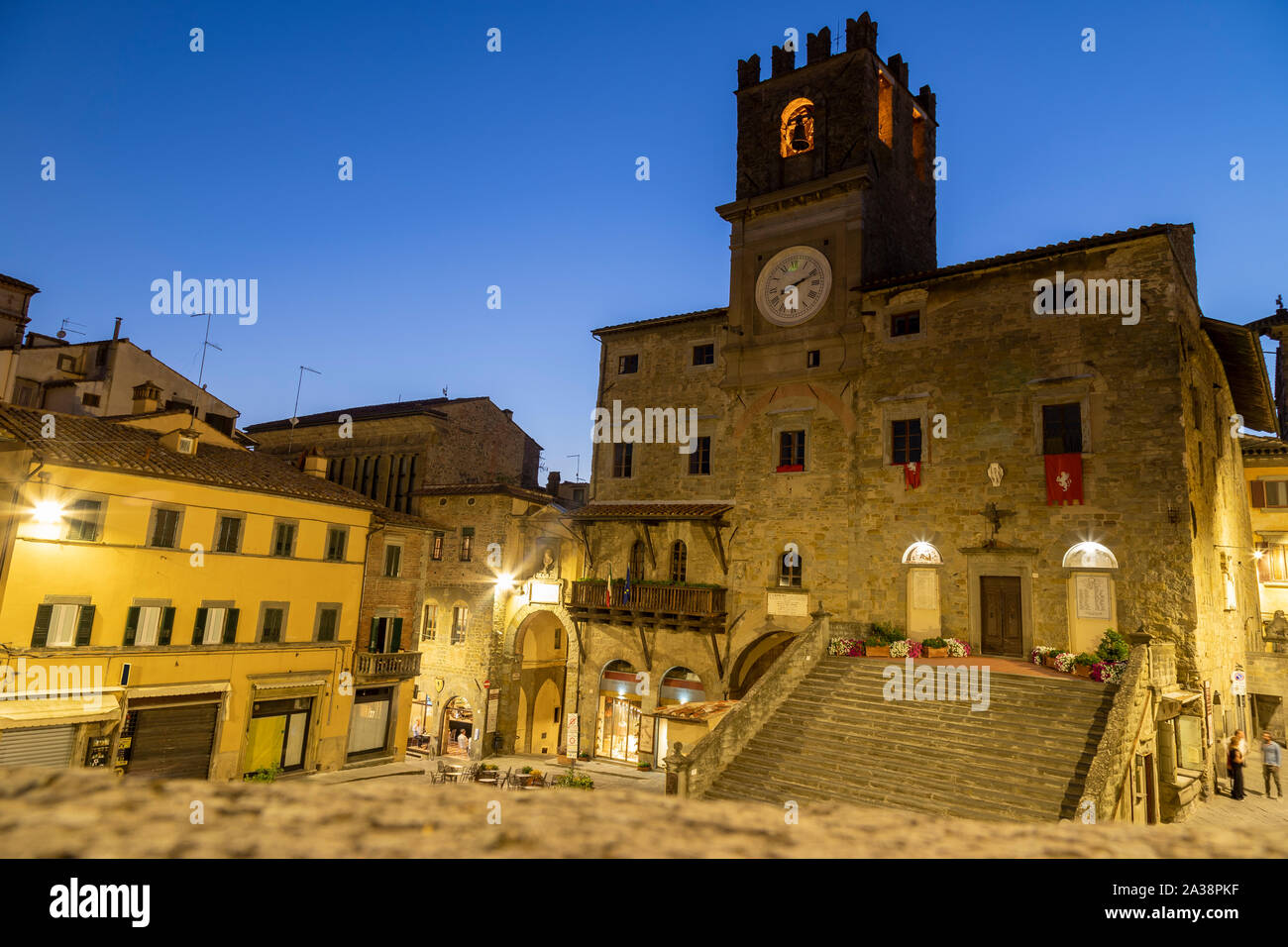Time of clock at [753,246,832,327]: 2:11
